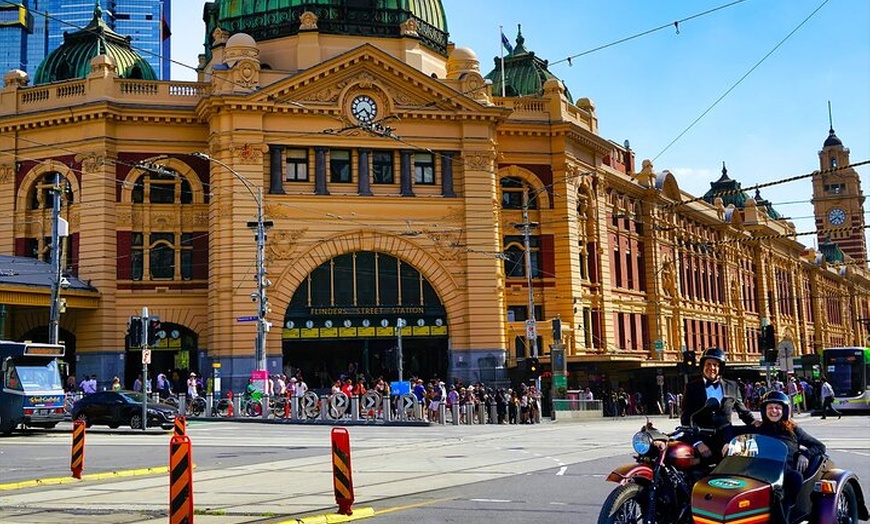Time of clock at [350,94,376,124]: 4:39
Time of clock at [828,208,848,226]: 4:39
